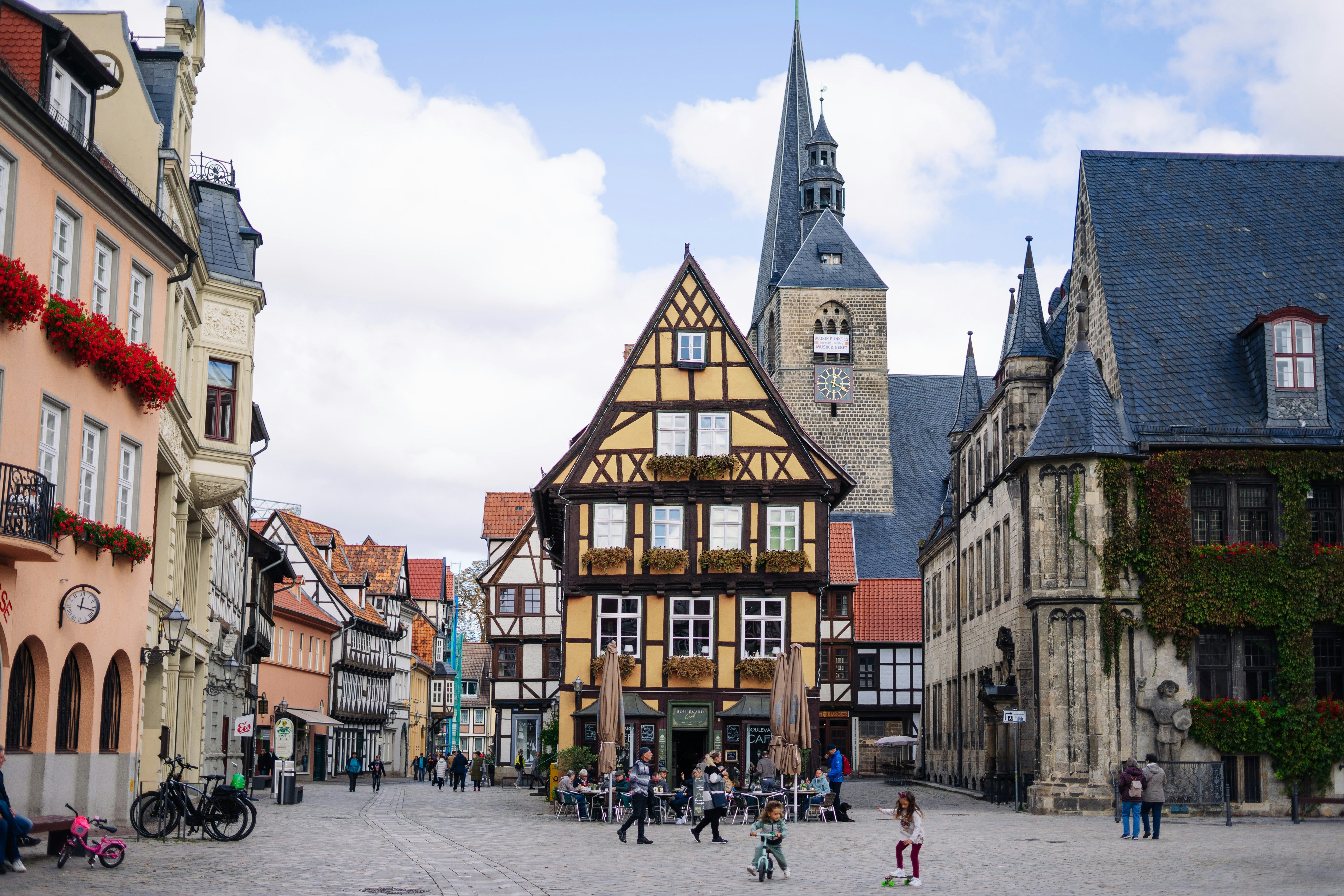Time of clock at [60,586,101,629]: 12:16
